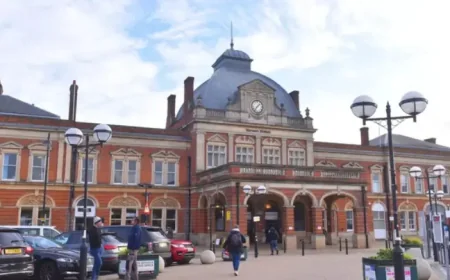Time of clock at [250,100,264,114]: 7:07
